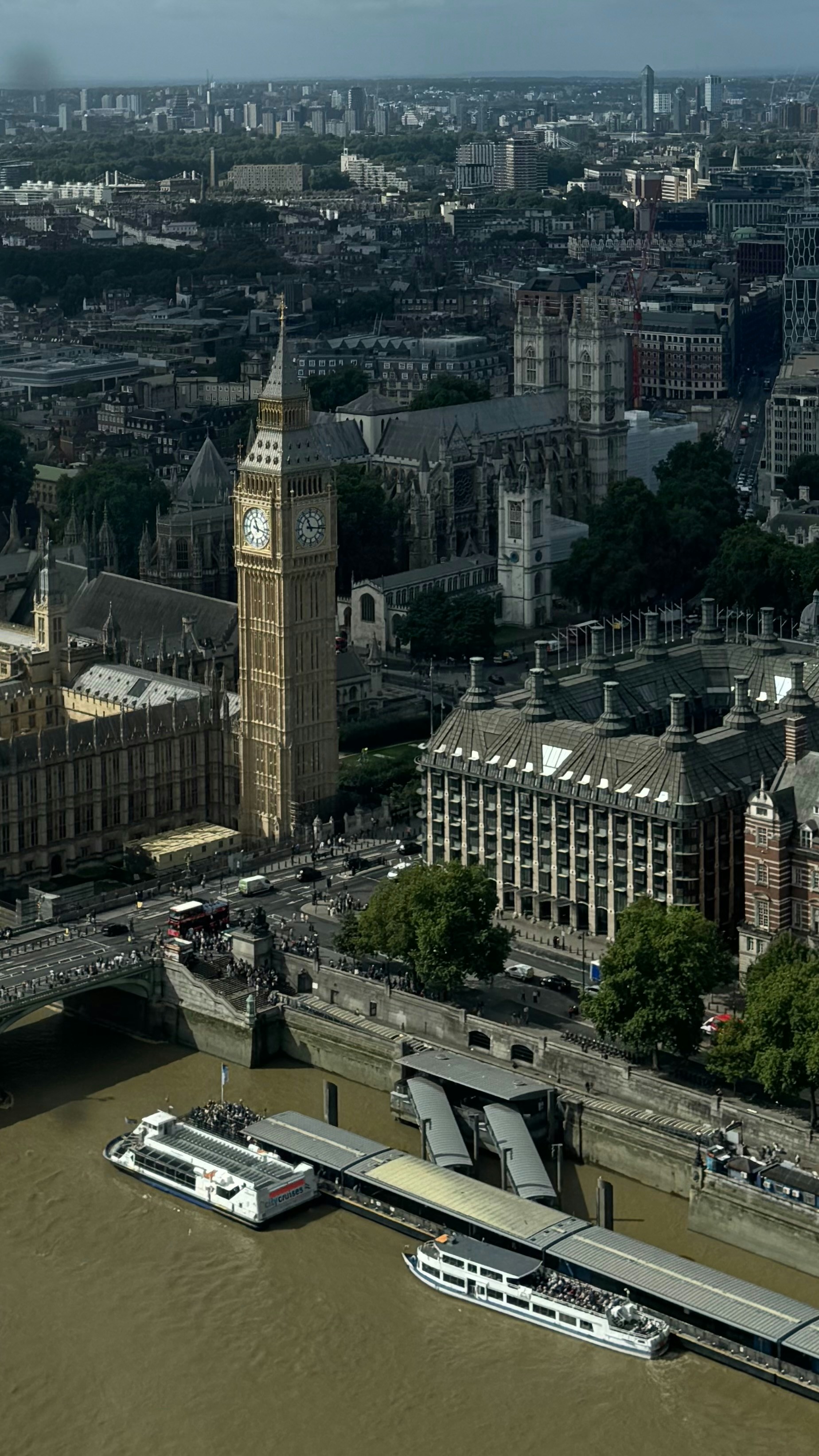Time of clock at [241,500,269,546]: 11:17
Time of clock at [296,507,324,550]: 11:16
